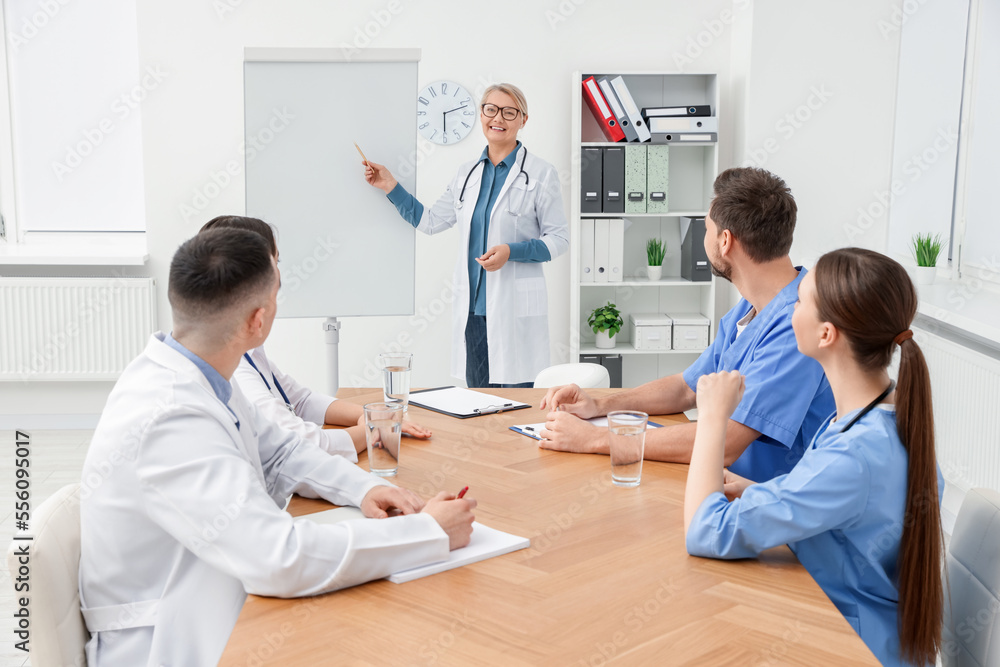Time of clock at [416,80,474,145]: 6:12
